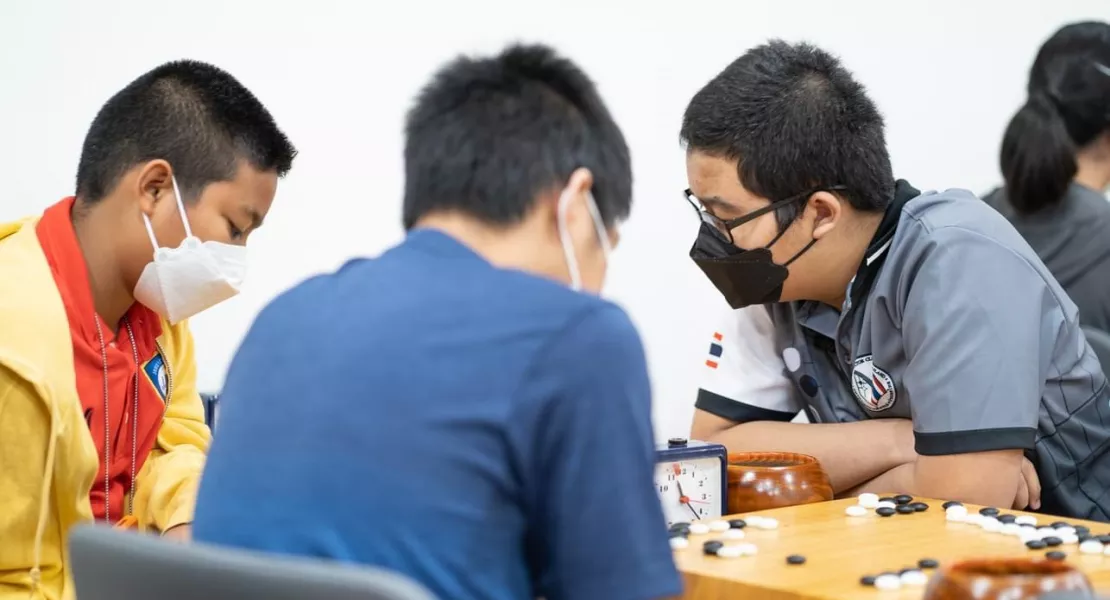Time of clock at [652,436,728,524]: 11:22
